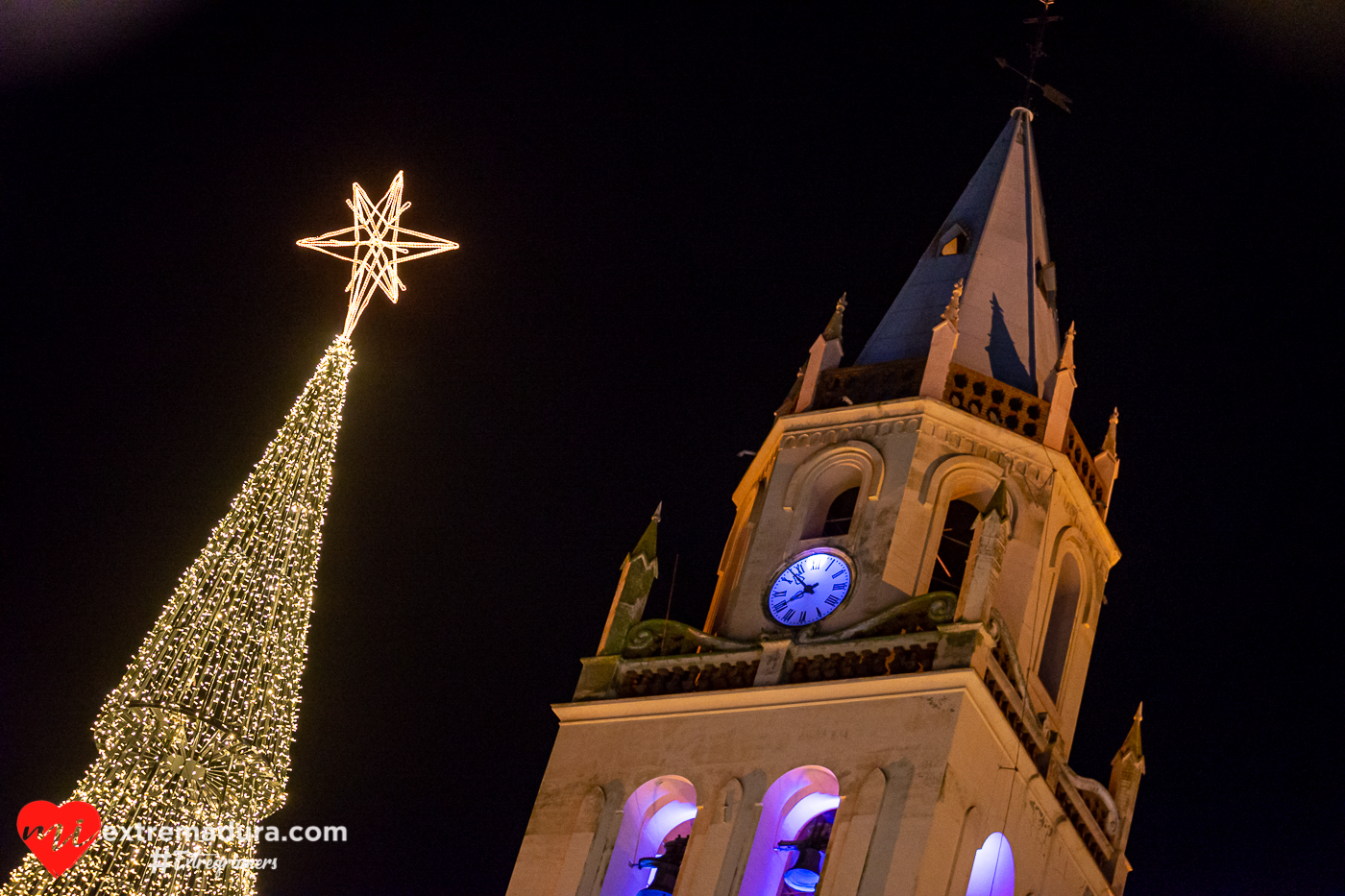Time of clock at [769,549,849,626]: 7:52
